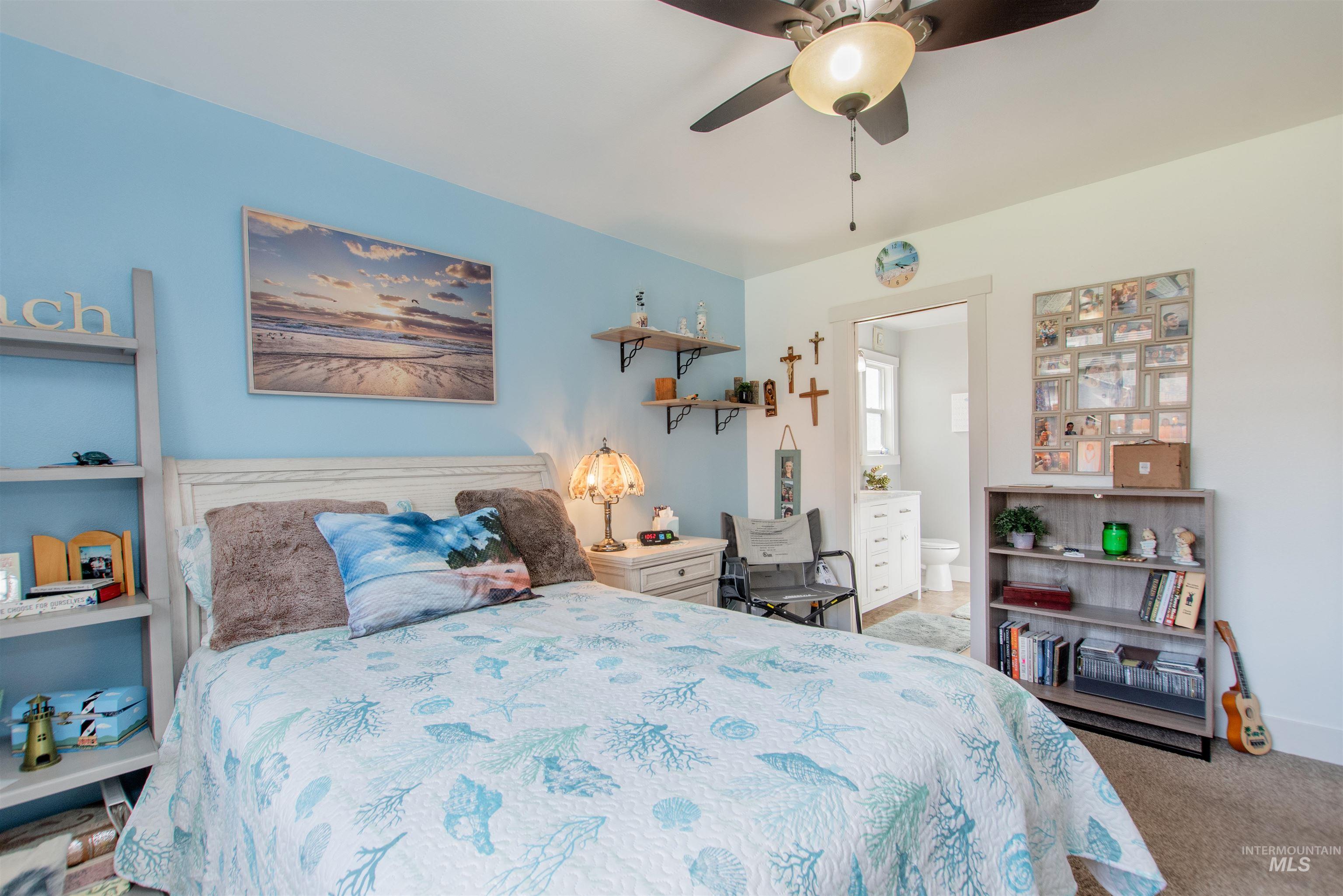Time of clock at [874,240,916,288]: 4:18
